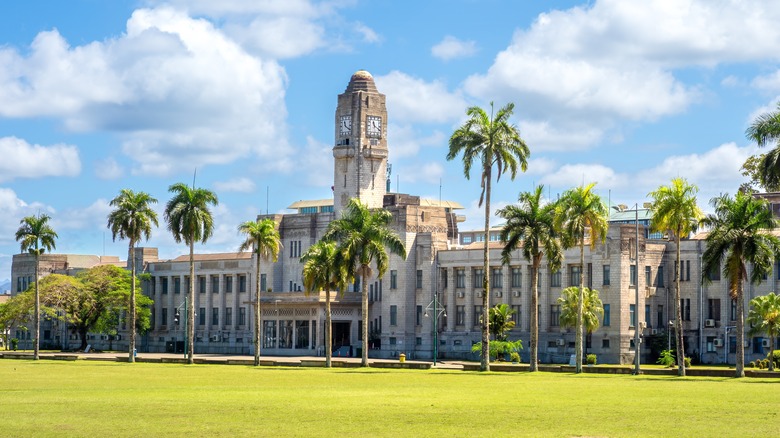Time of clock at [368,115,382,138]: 11:20
